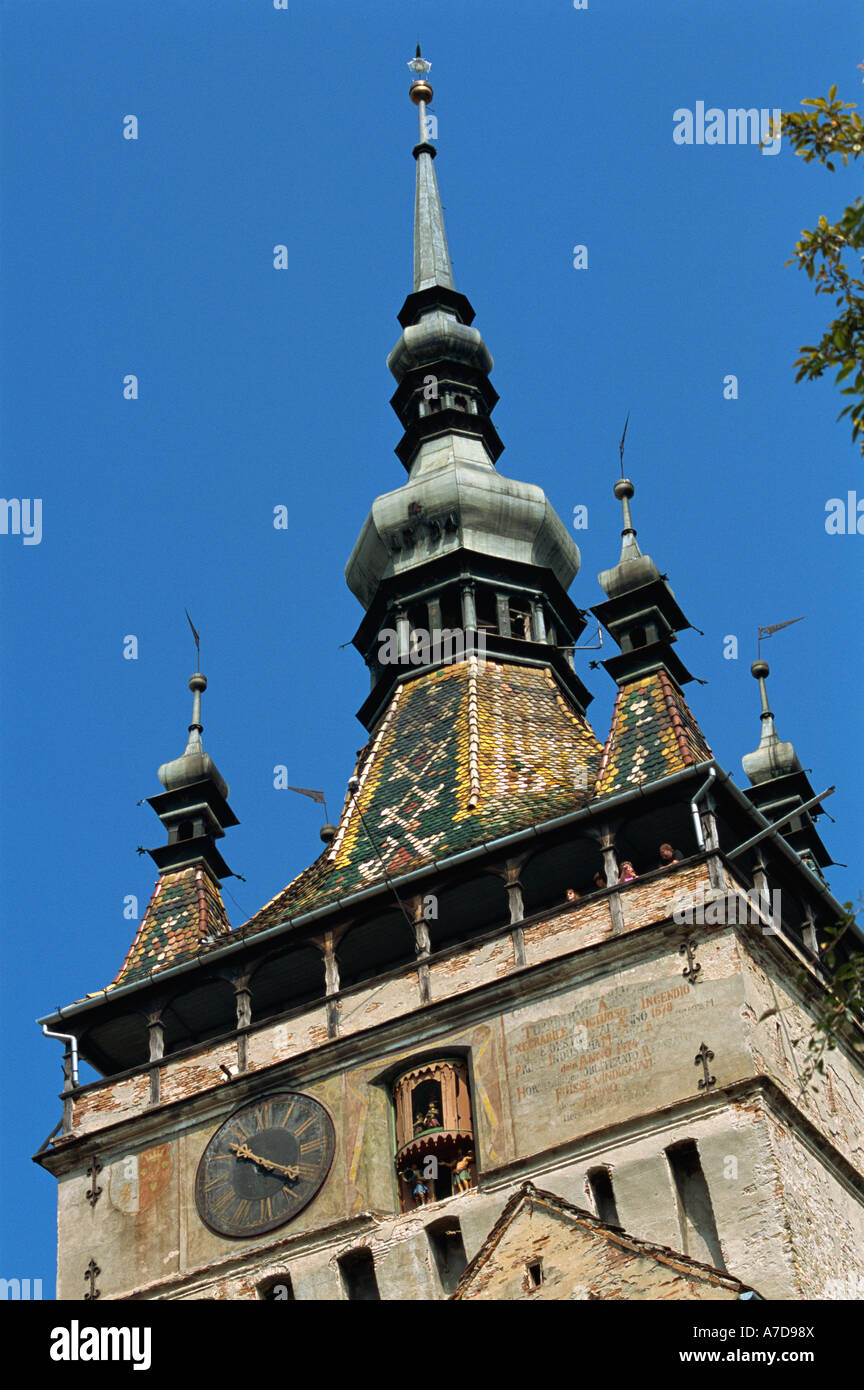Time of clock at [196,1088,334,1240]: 10:20
